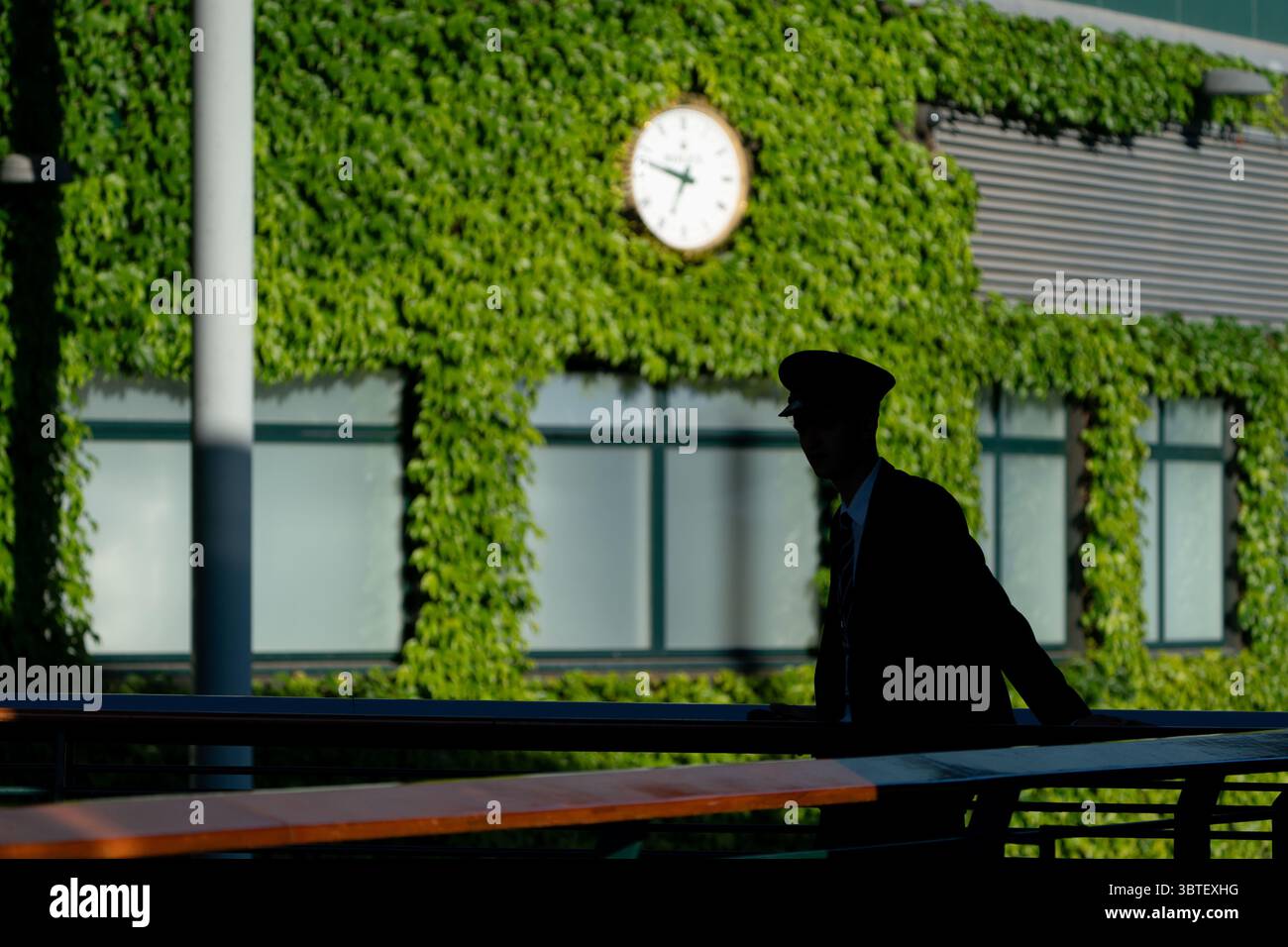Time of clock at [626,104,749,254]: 6:47
